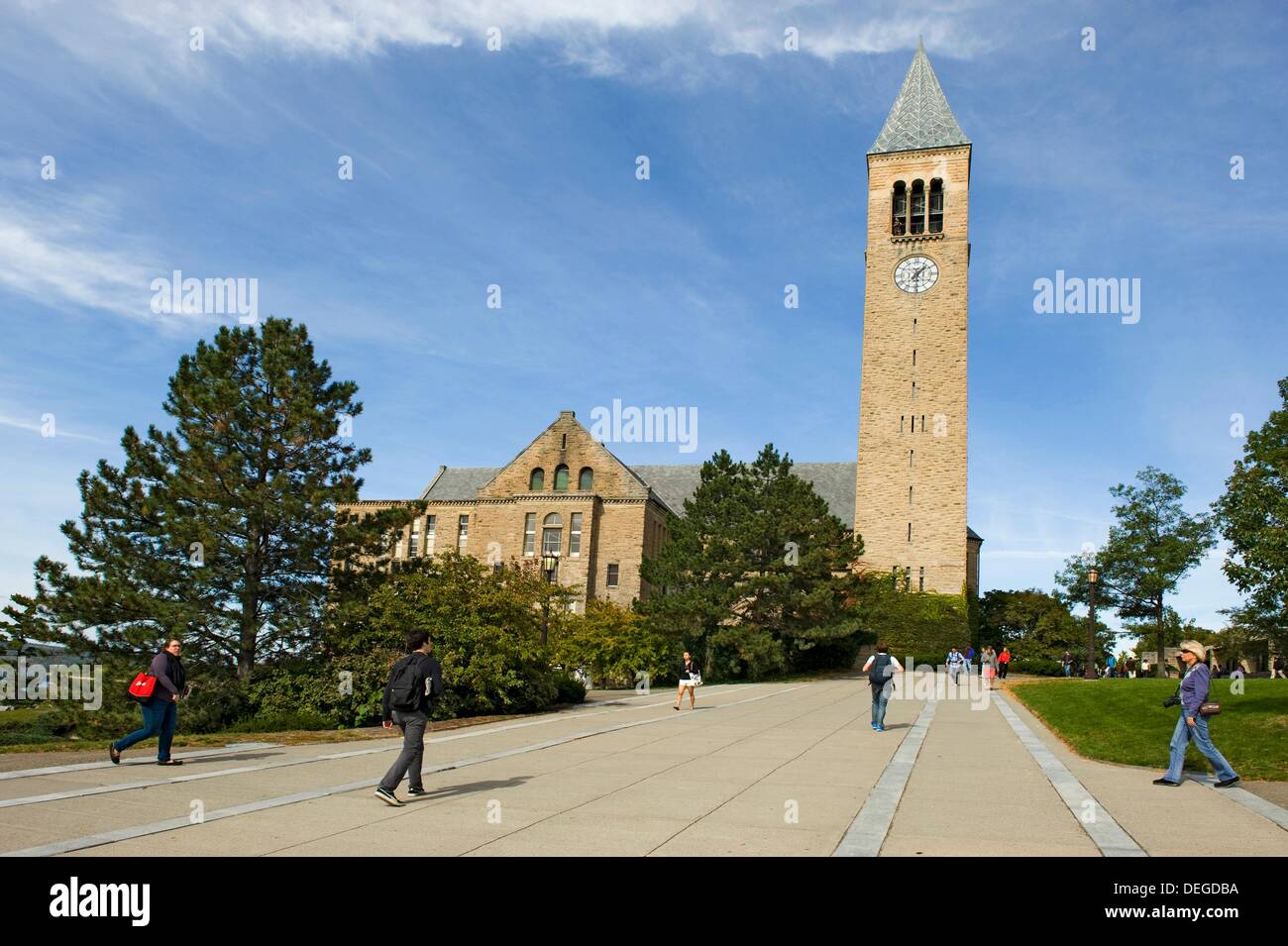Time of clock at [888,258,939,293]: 1:29
